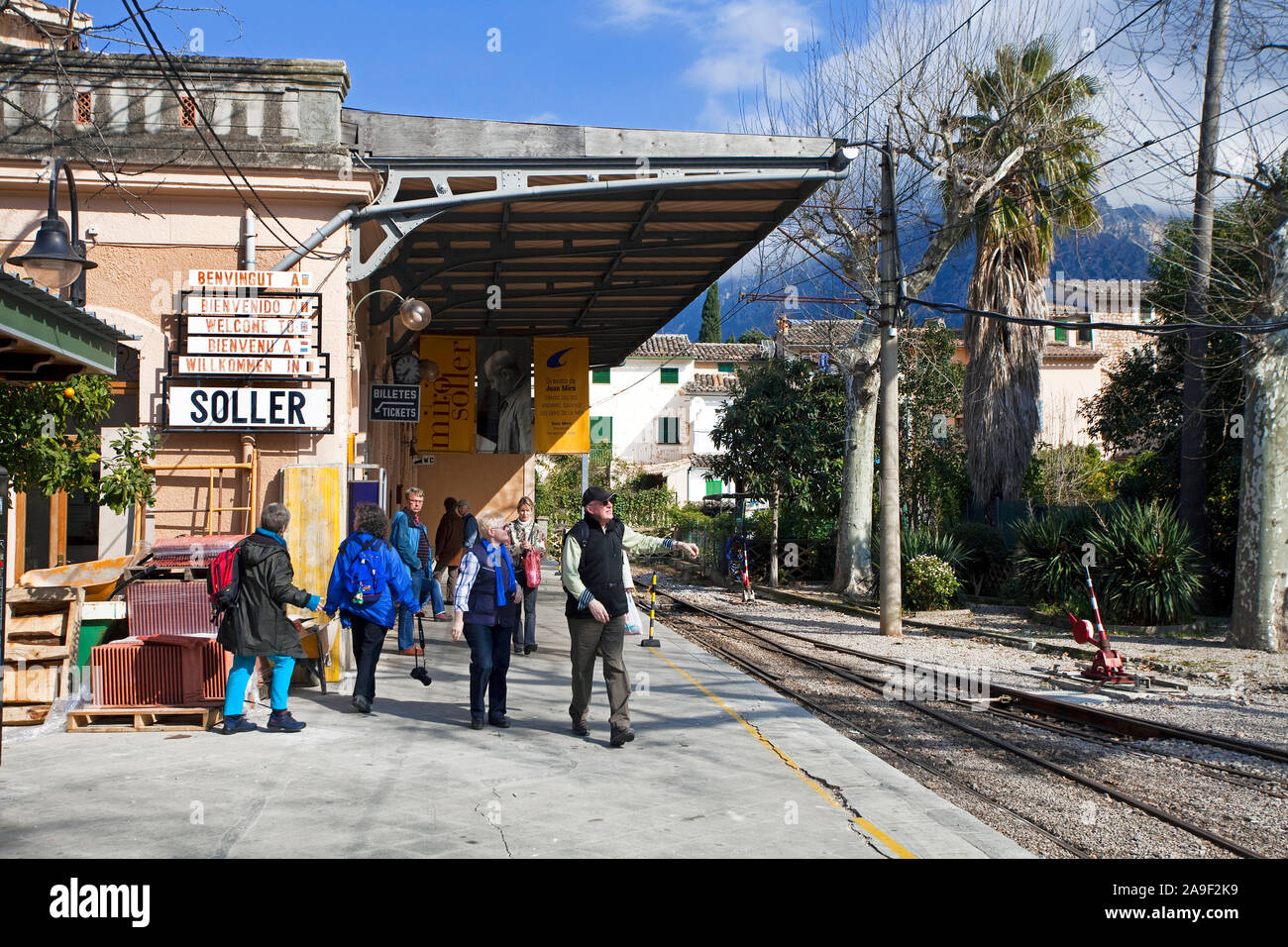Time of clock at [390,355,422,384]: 7:35
